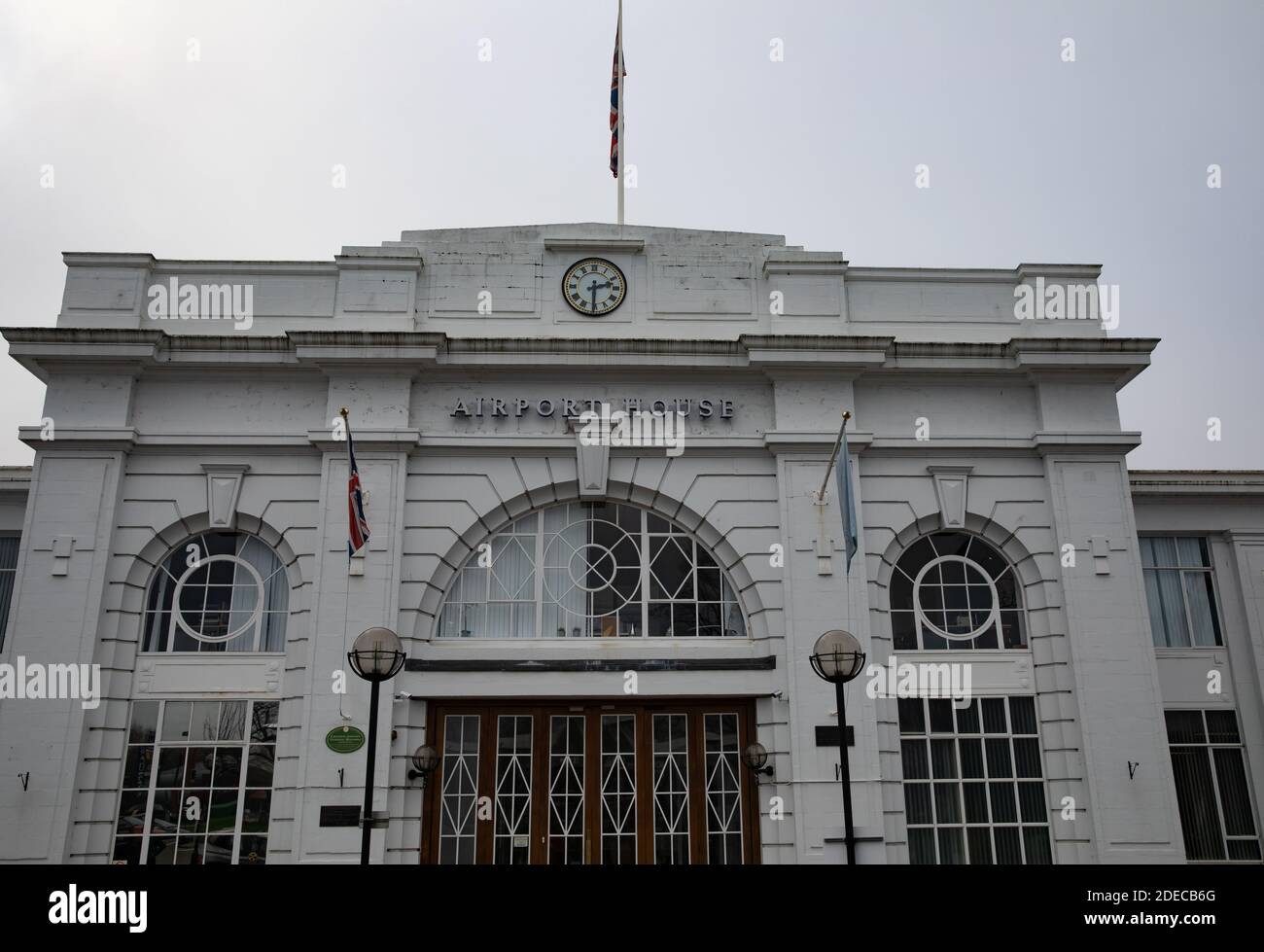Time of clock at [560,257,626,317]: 2:30
